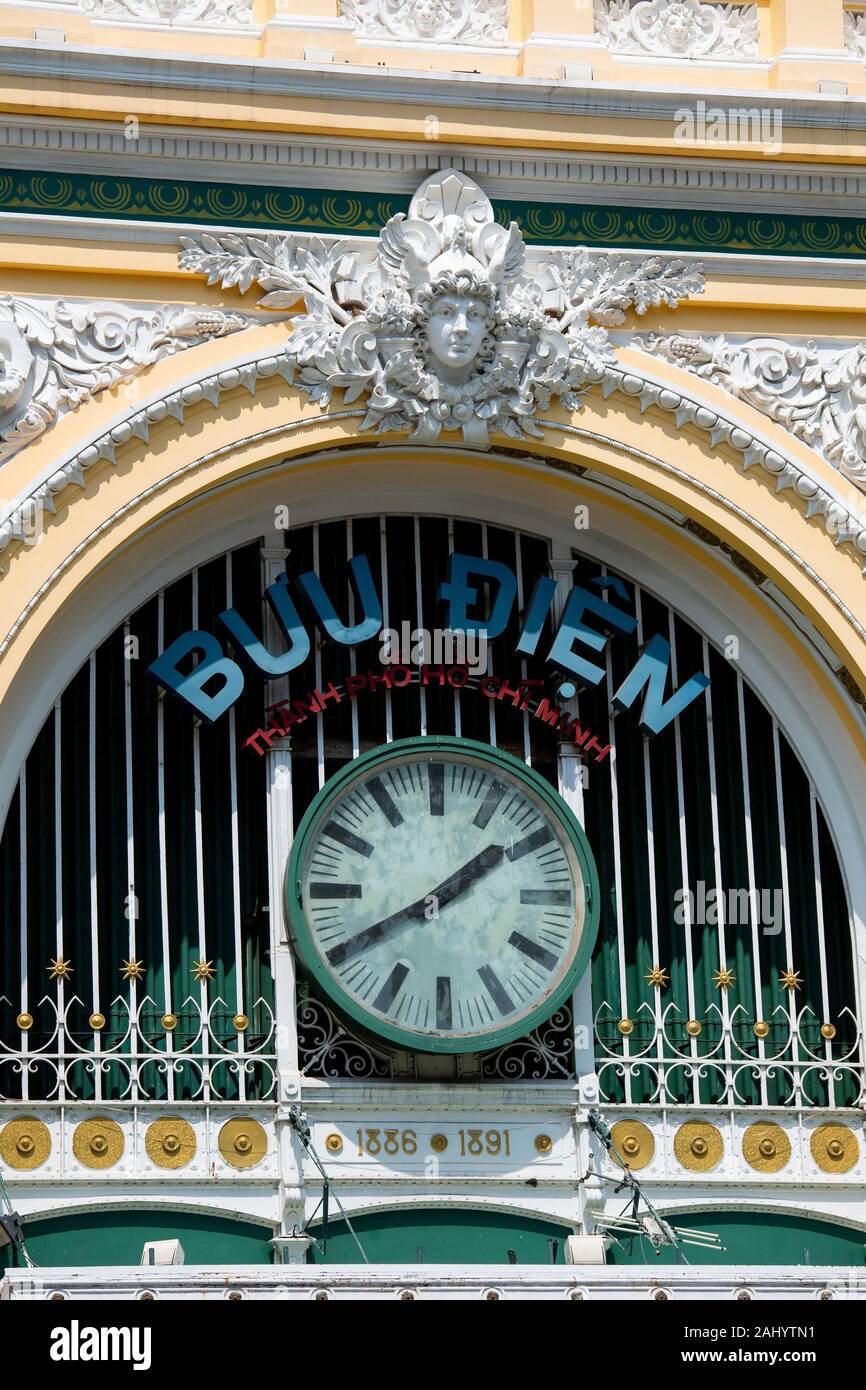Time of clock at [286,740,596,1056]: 1:40
